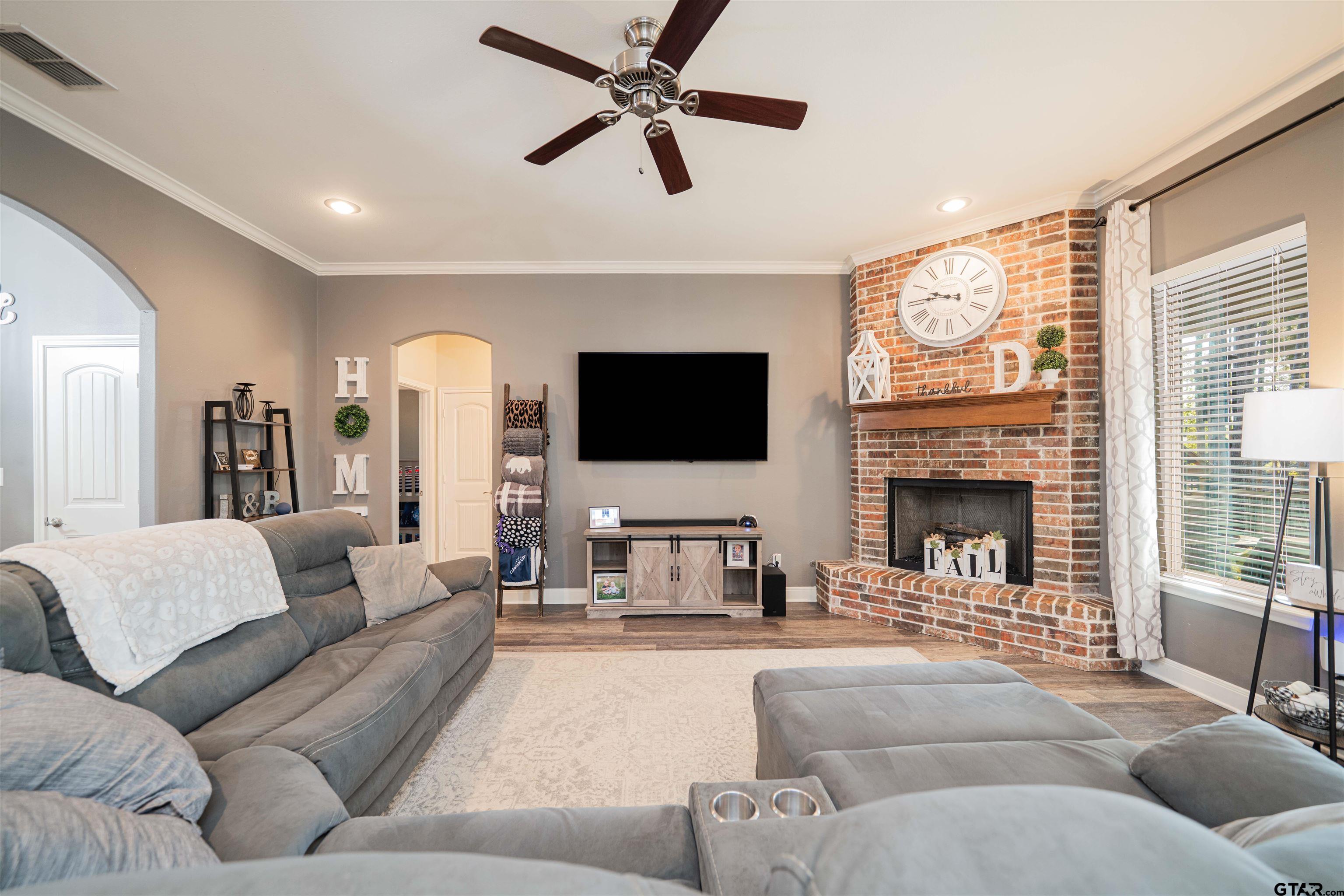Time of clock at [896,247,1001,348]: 9:45
